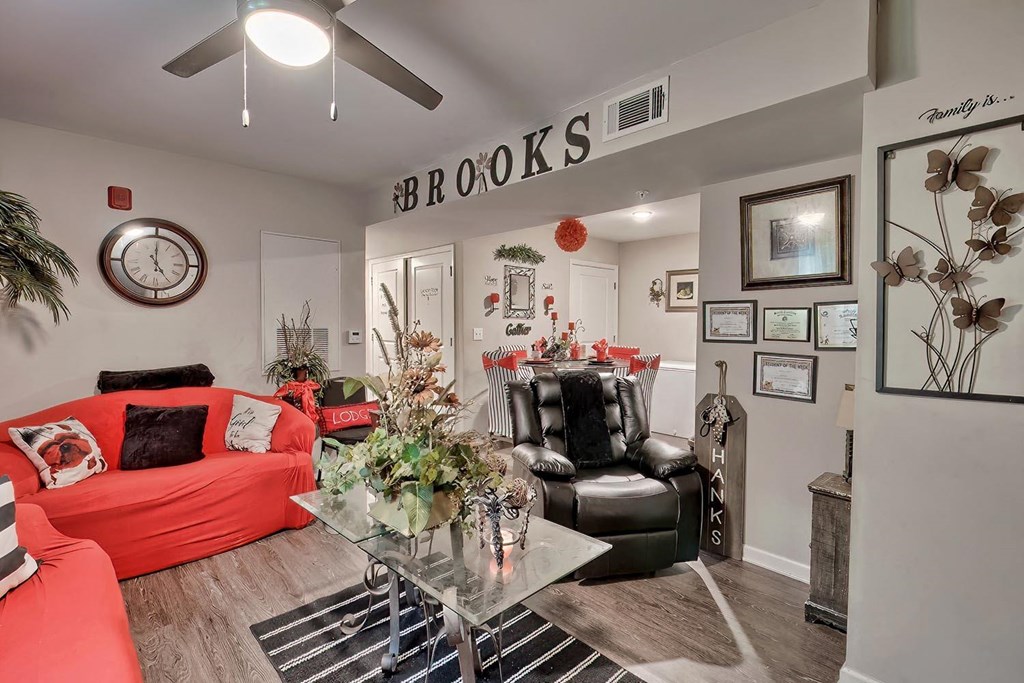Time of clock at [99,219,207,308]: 5:00
